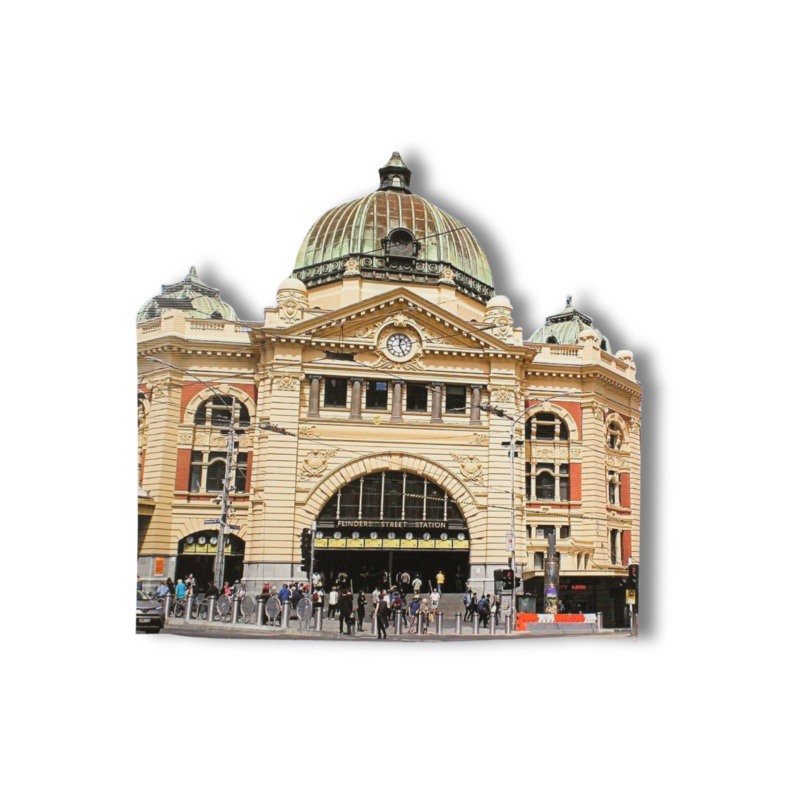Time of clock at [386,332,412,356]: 12:24
